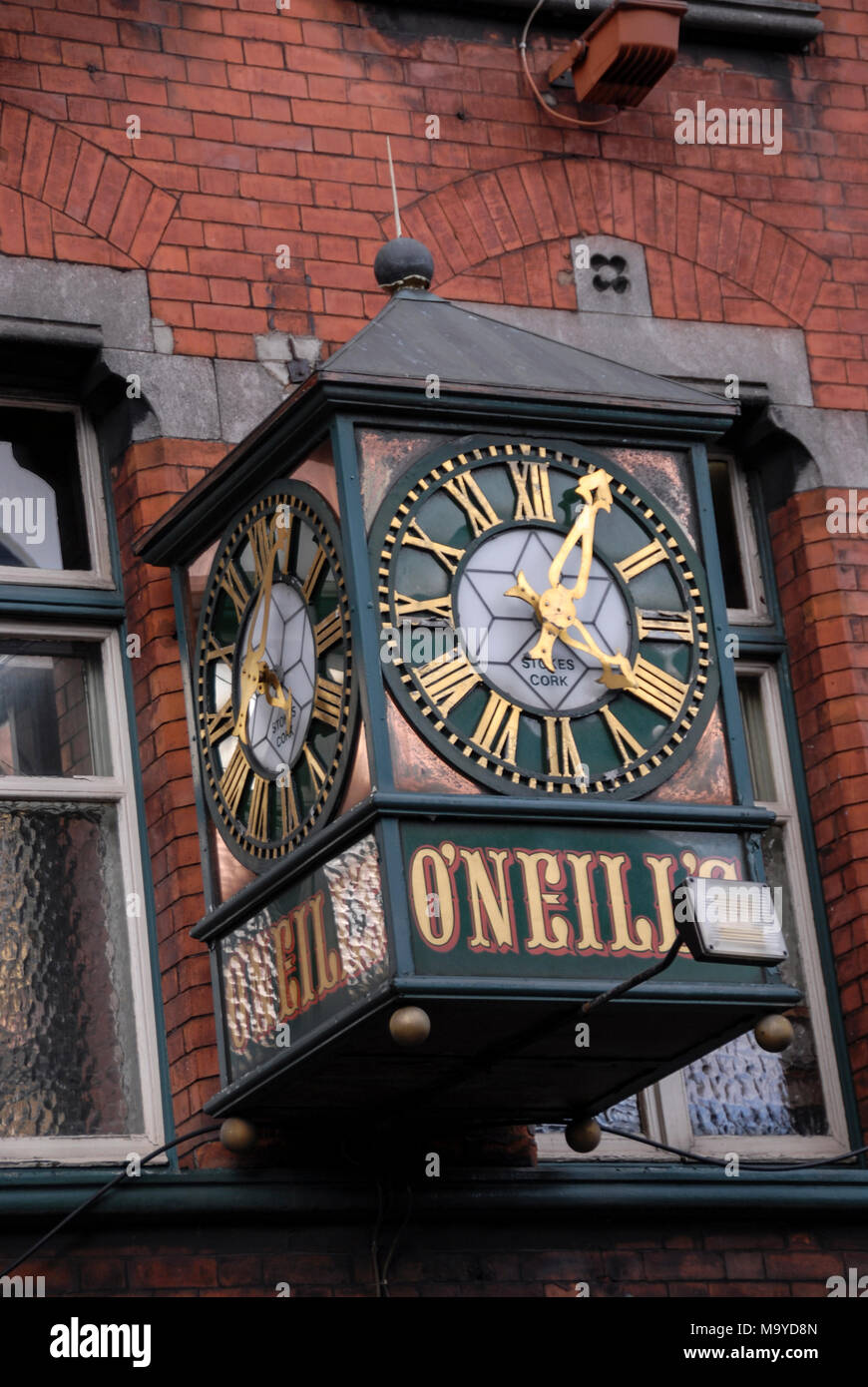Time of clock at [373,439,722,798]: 4:04
